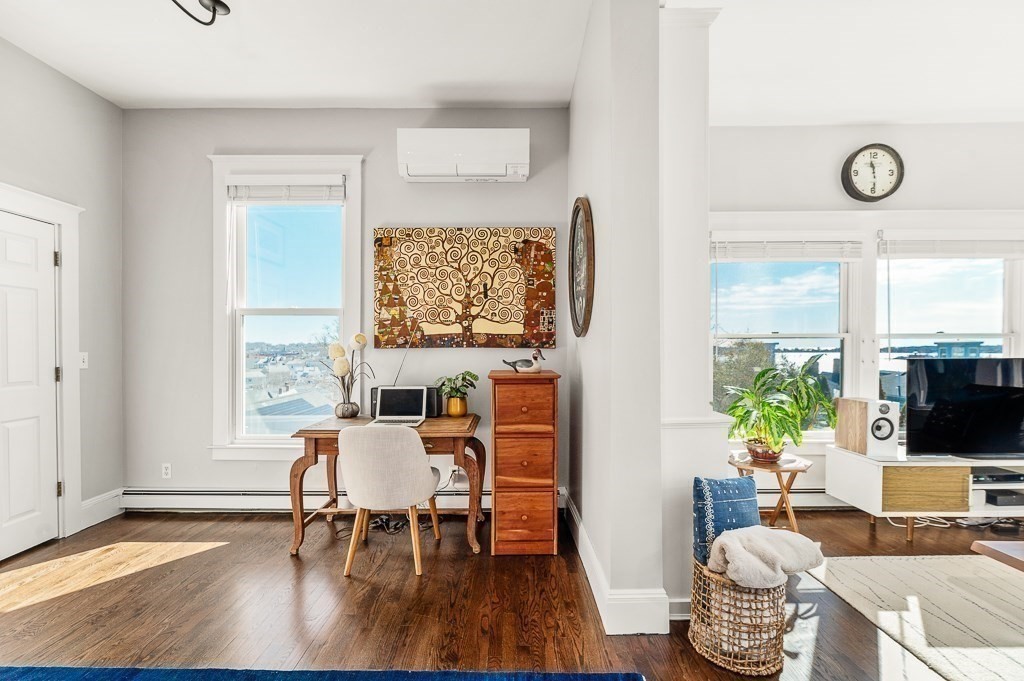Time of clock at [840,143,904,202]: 11:29
